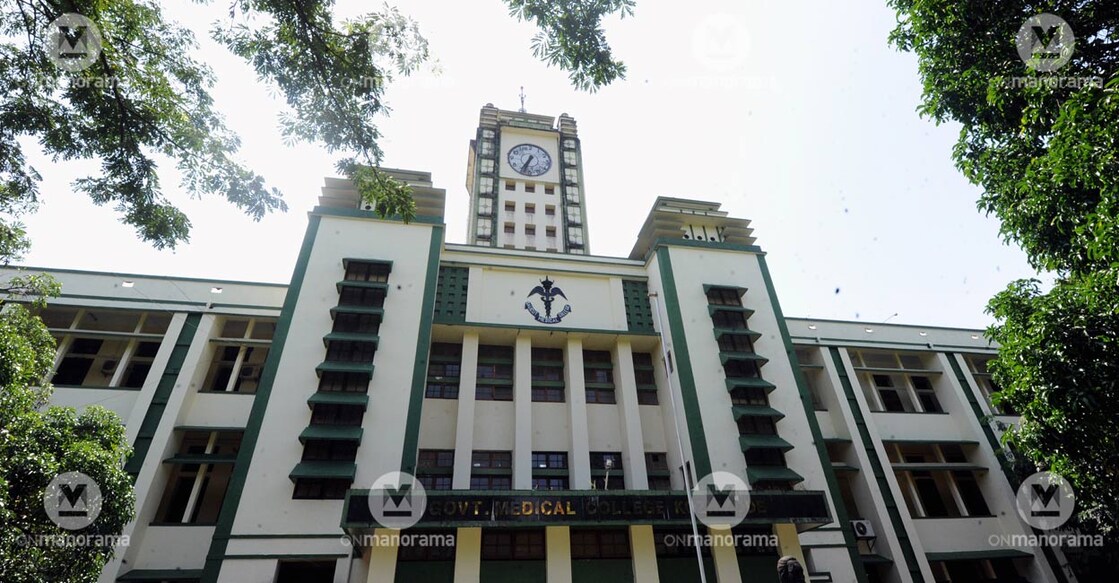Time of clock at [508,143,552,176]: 6:34
